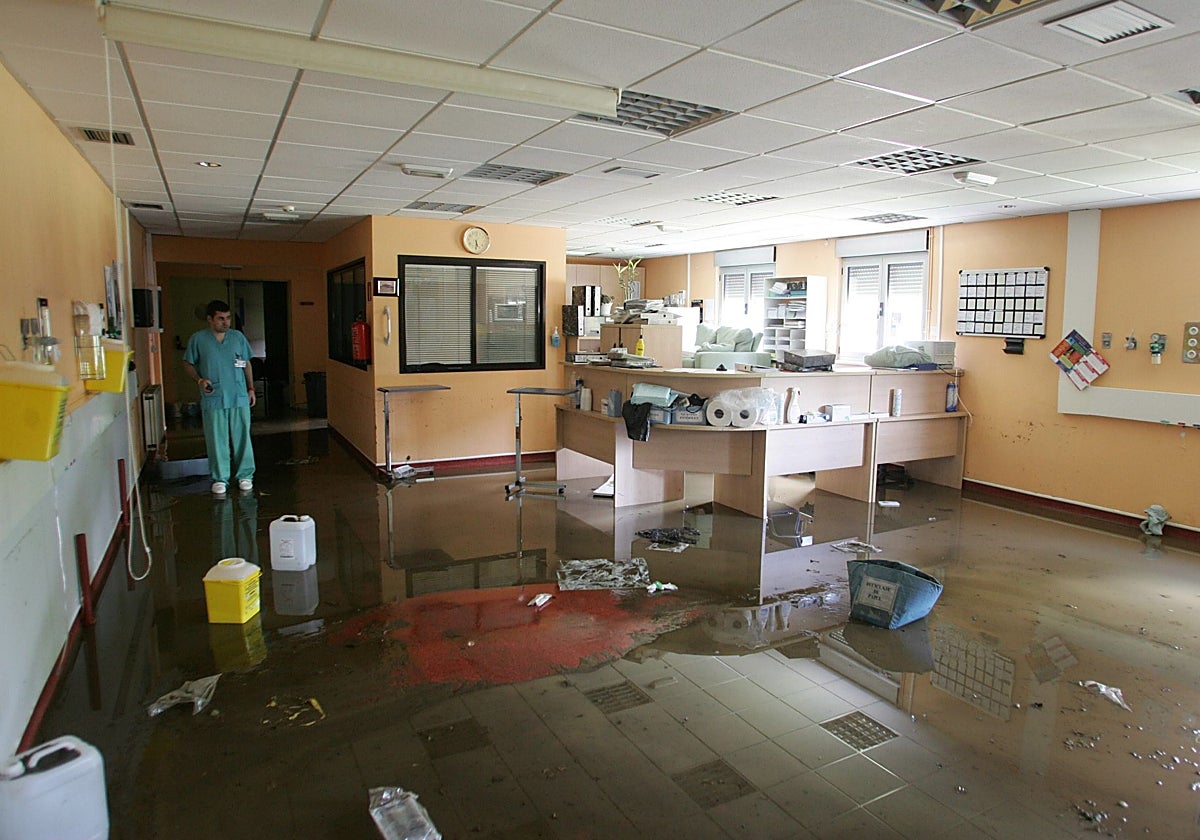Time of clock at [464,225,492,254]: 5:30
